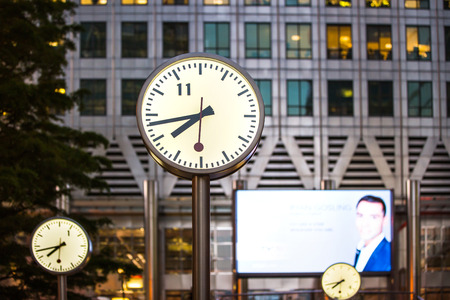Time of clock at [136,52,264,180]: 7:43
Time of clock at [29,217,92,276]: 7:42
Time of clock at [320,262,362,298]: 7:42
